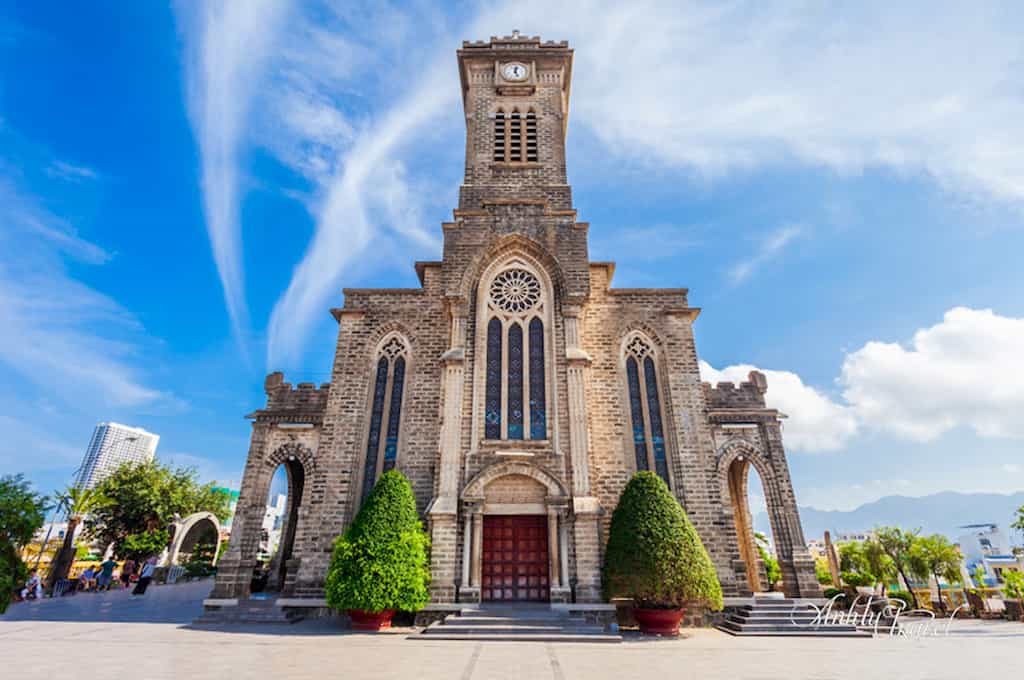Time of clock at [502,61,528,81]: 12:26
